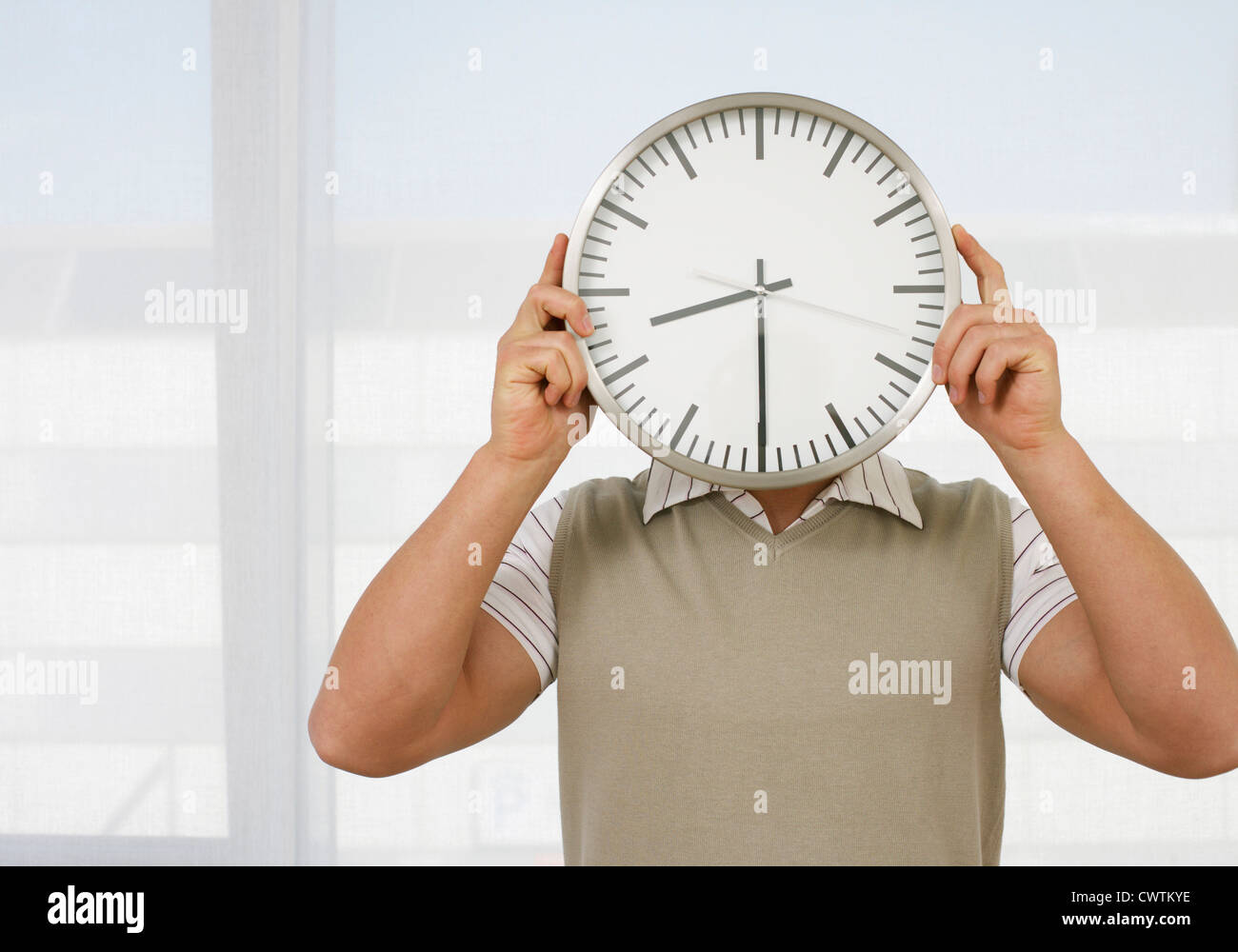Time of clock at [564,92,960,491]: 8:30
